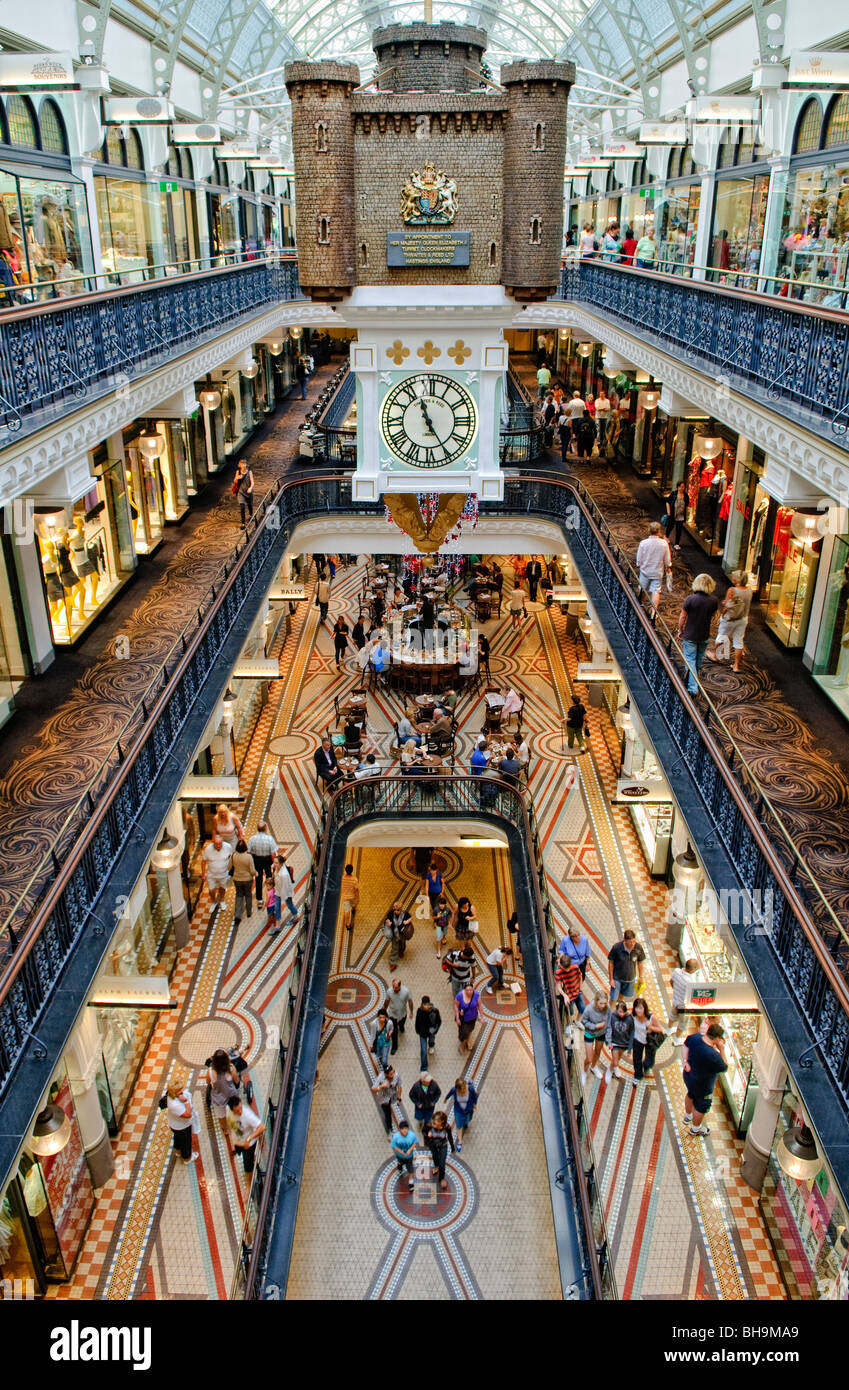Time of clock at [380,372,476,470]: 11:24
